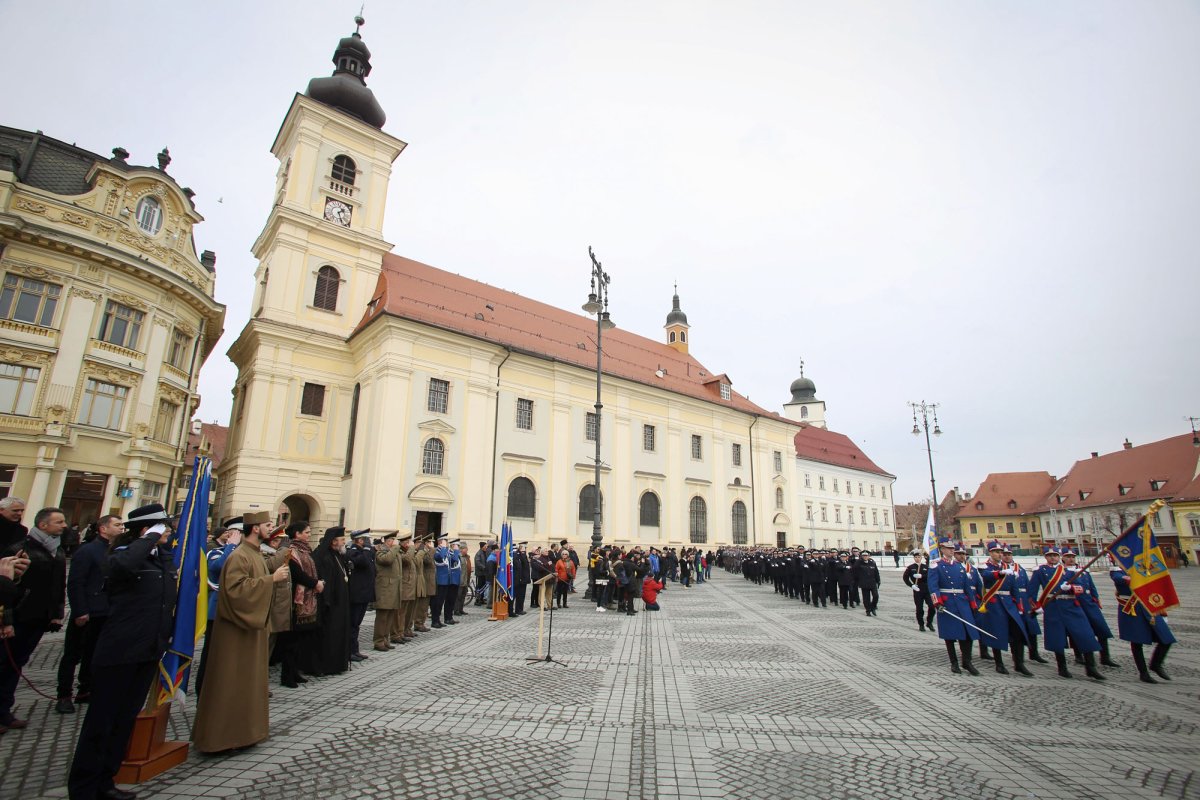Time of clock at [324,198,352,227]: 1:26
